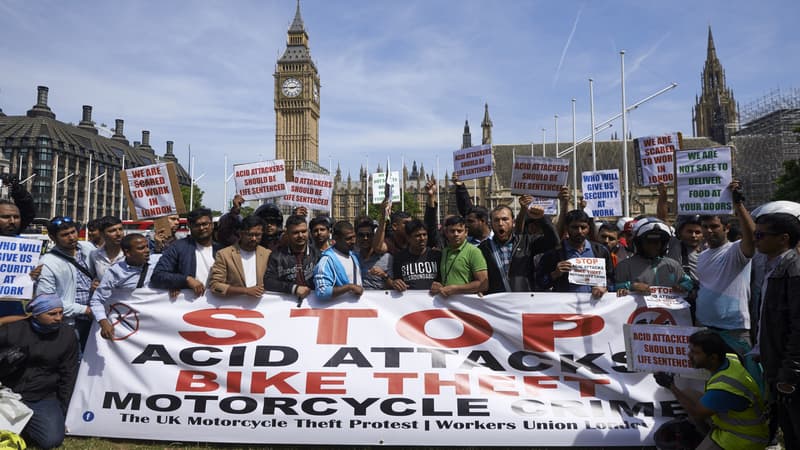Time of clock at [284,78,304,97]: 2:45
